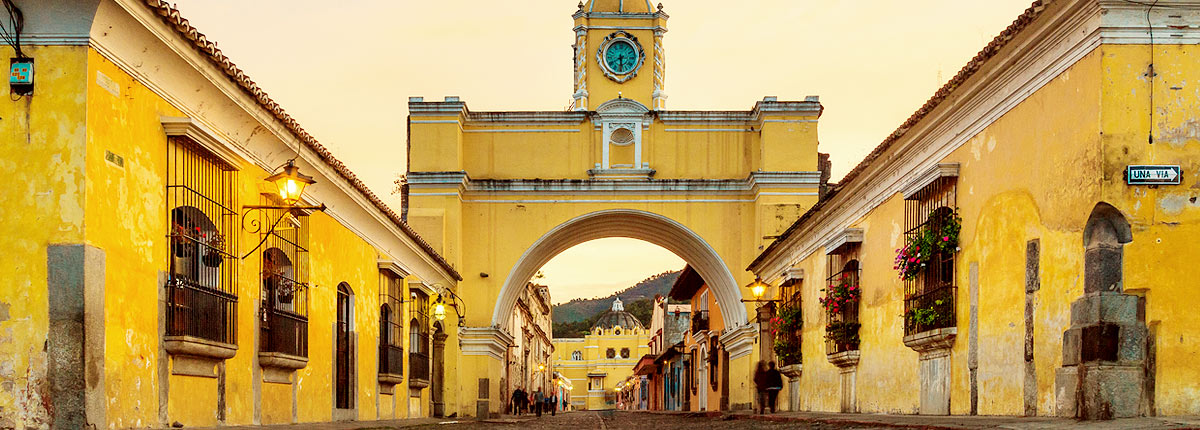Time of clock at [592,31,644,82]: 5:40
